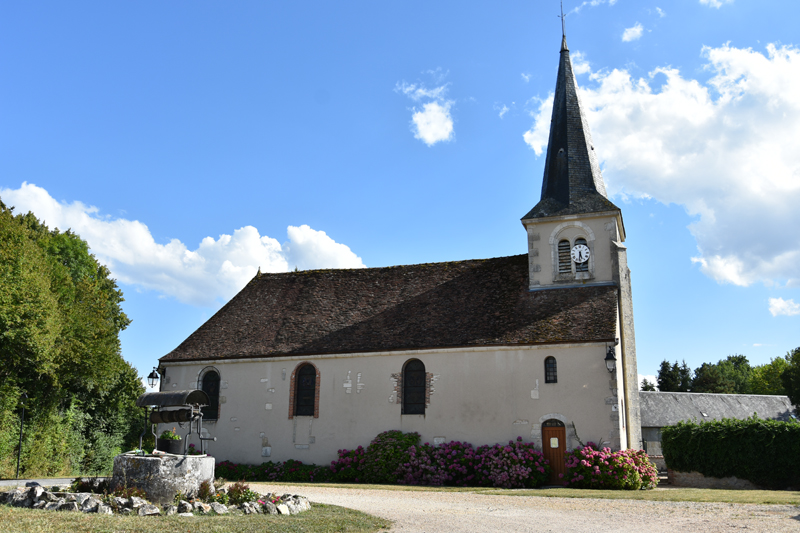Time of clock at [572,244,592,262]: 5:31
